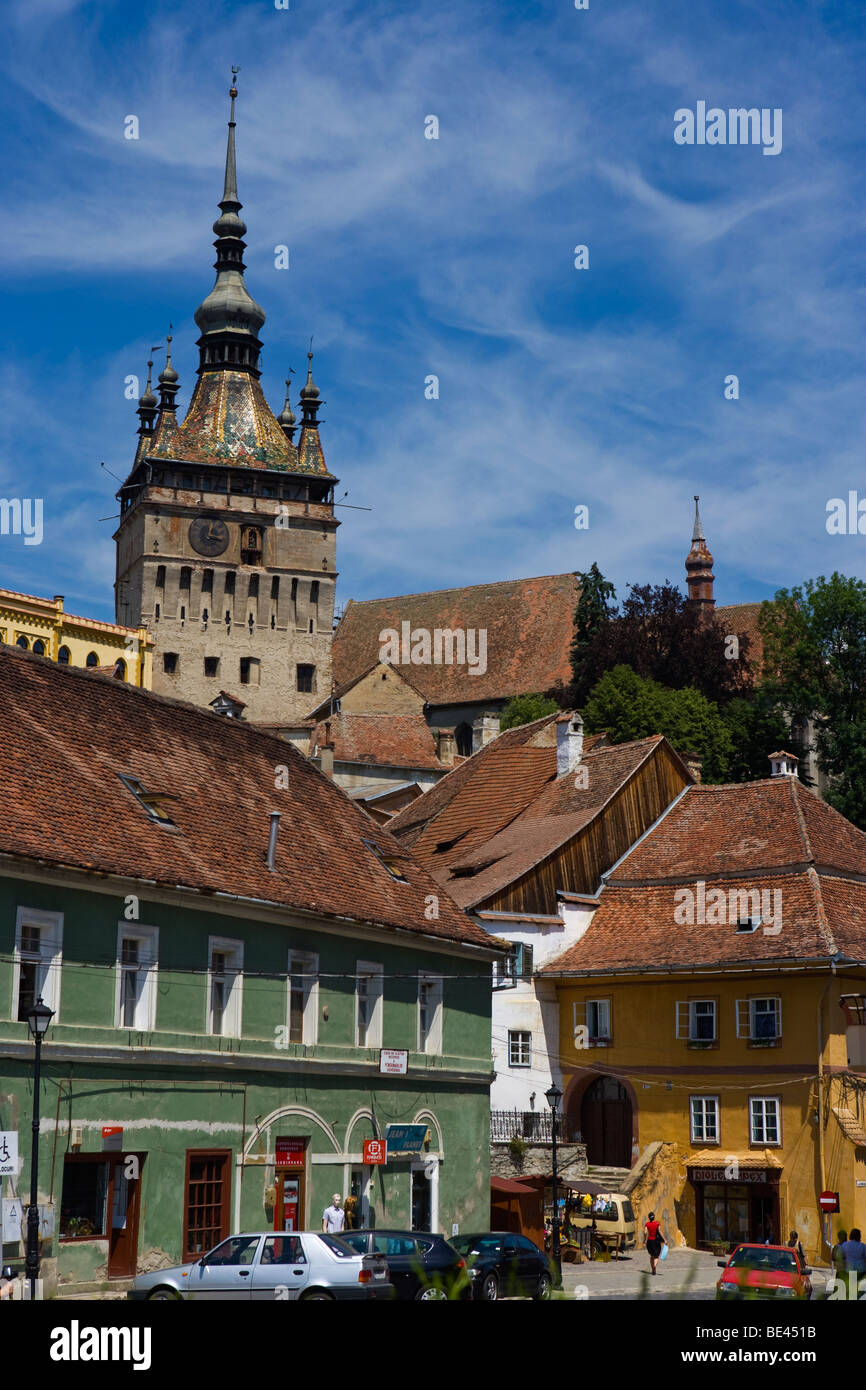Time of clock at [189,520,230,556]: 12:16
